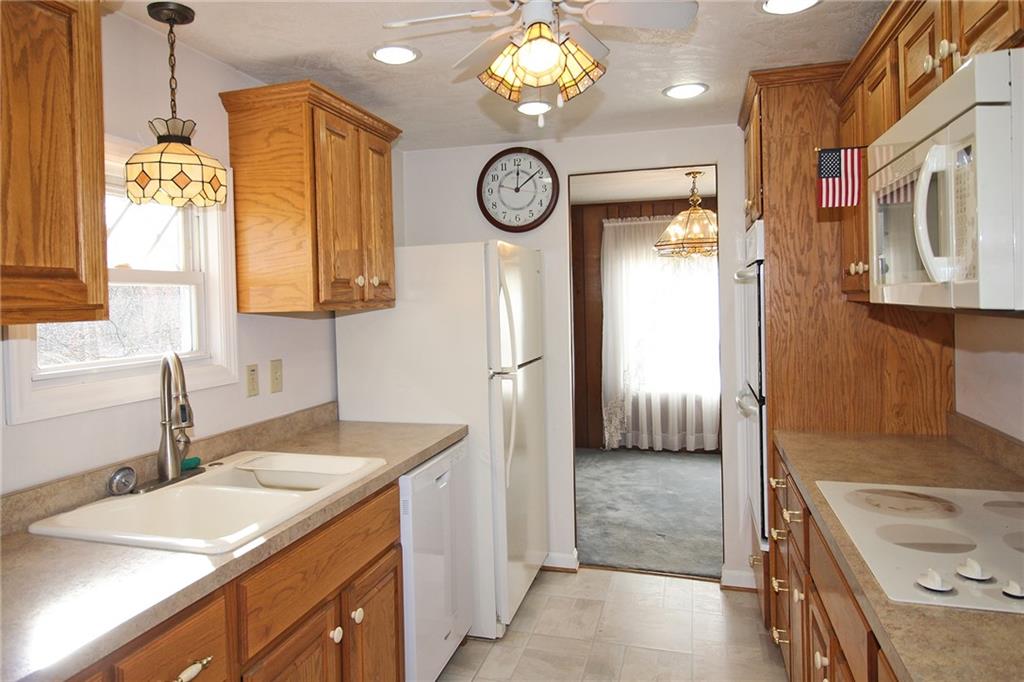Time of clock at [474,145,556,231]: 12:08
